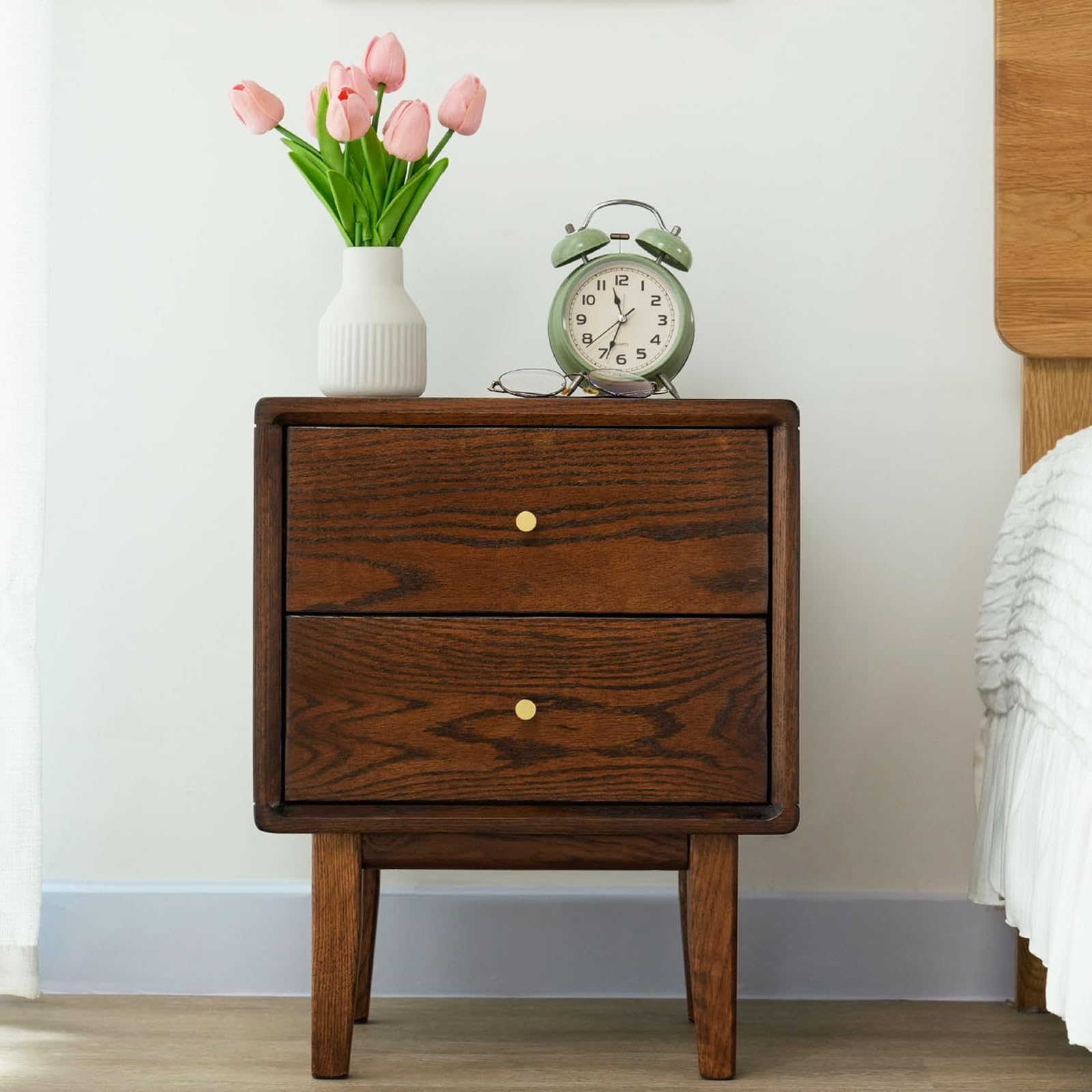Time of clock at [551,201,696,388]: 11:33
